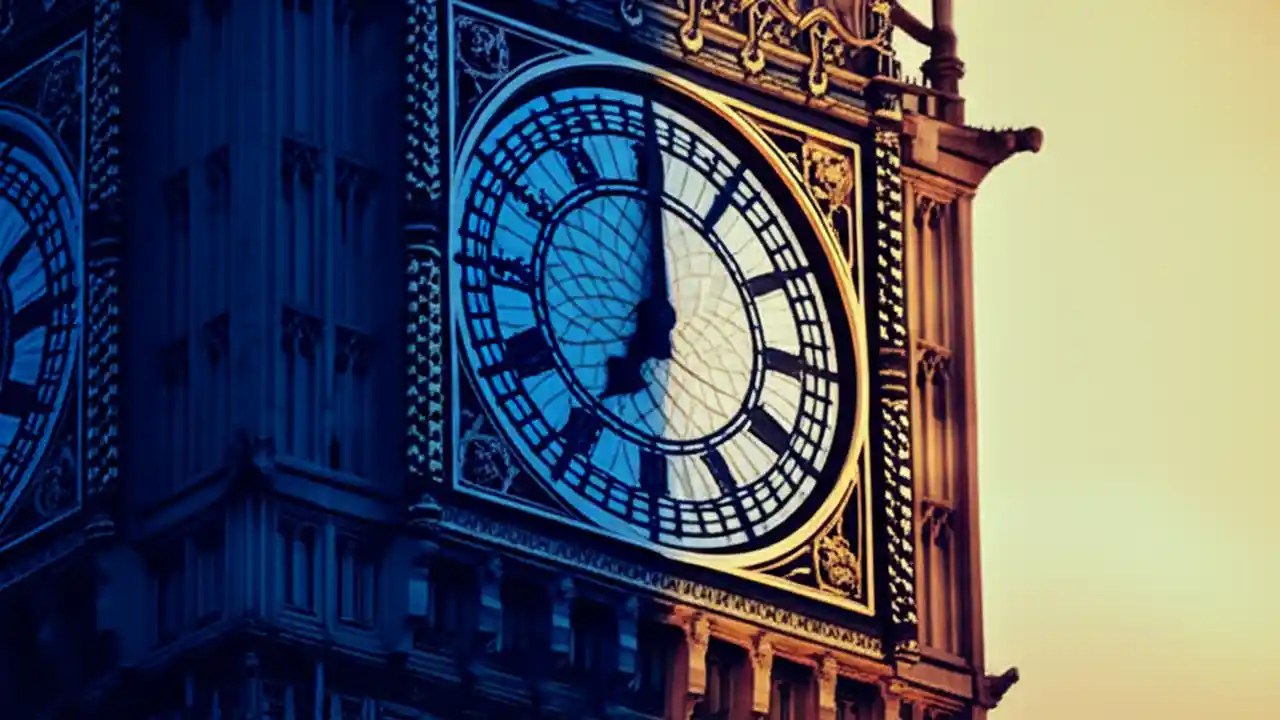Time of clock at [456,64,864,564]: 6:59
